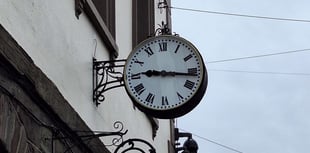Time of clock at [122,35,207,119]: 9:16
